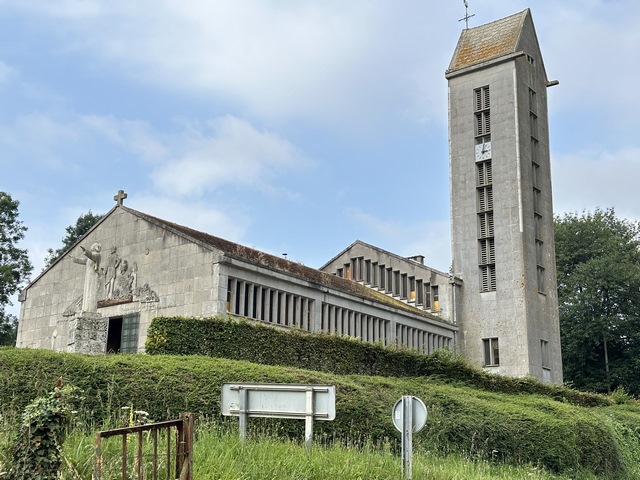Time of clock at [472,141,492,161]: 3:02
